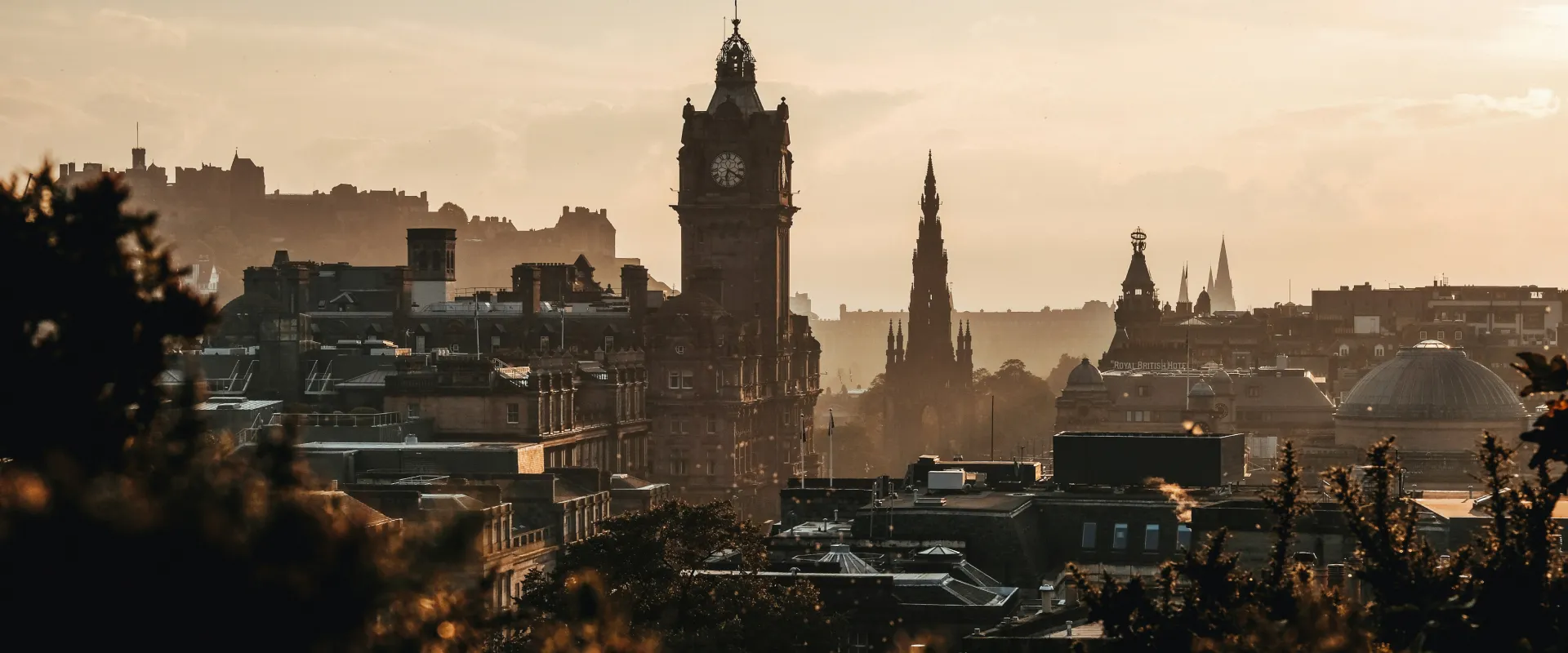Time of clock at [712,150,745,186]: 6:20
